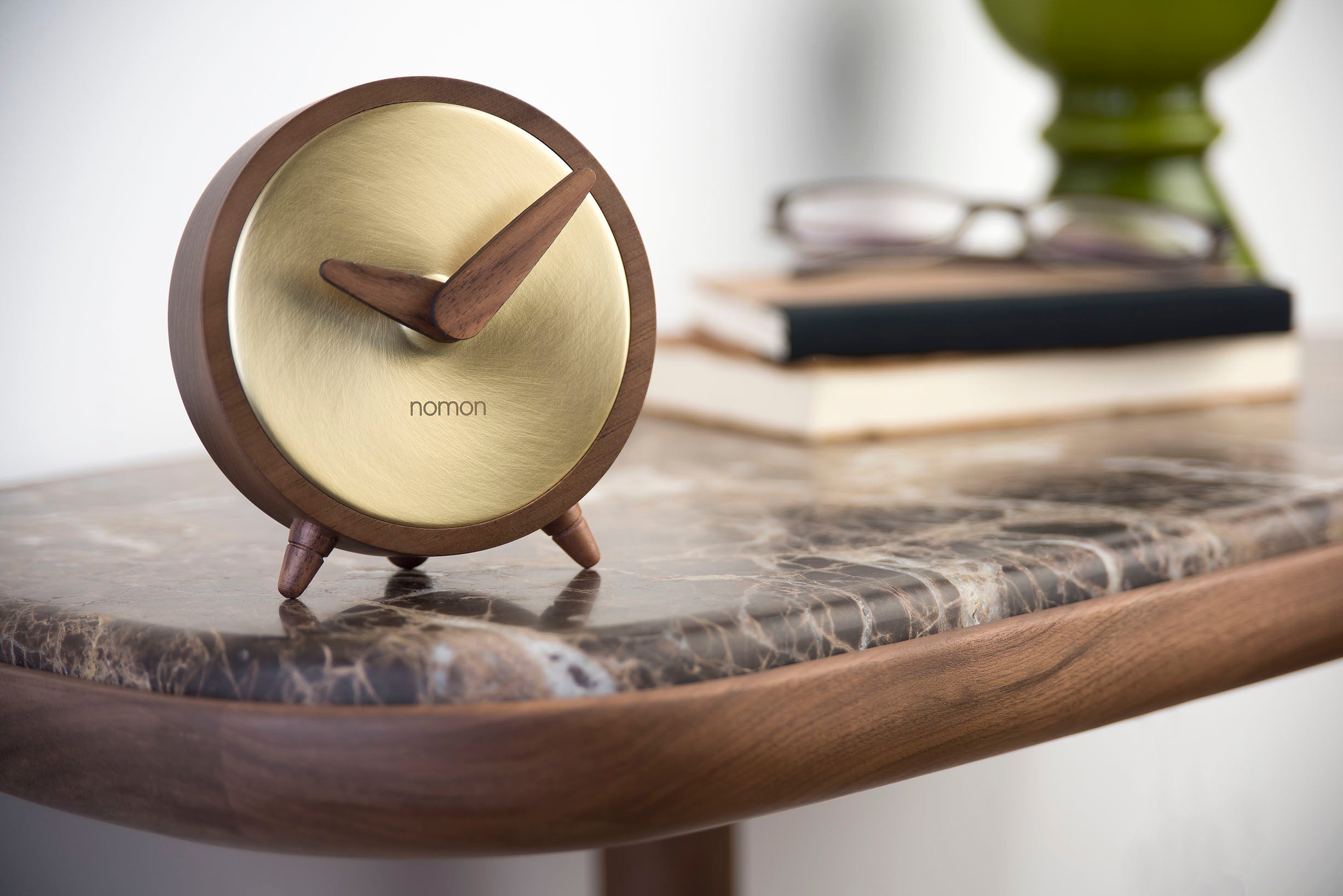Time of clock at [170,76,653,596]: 9:08
